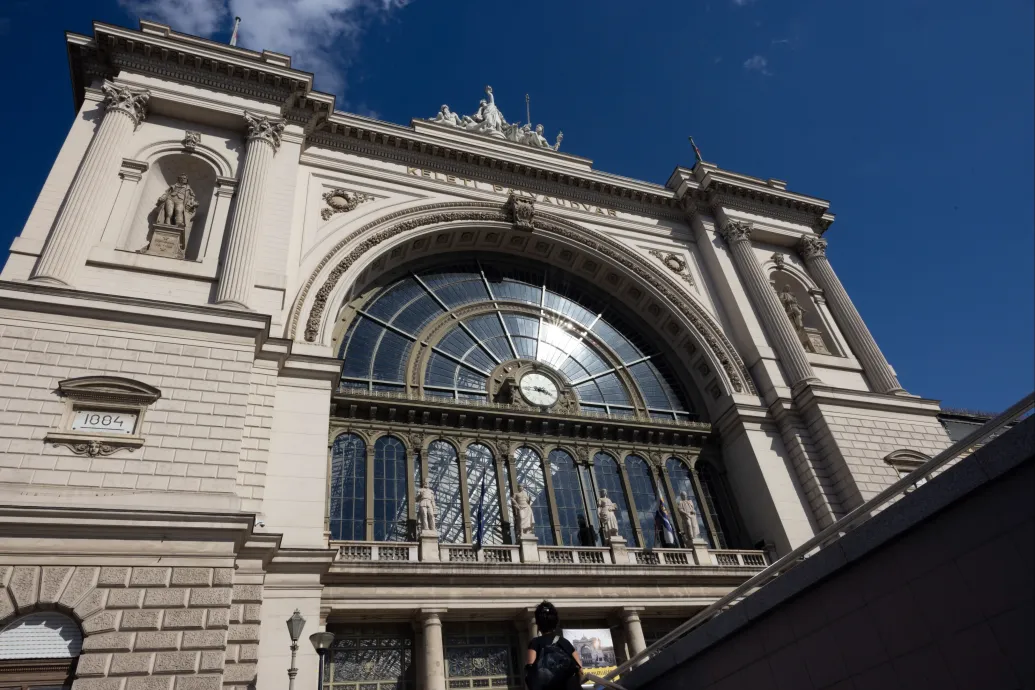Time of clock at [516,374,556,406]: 3:44
